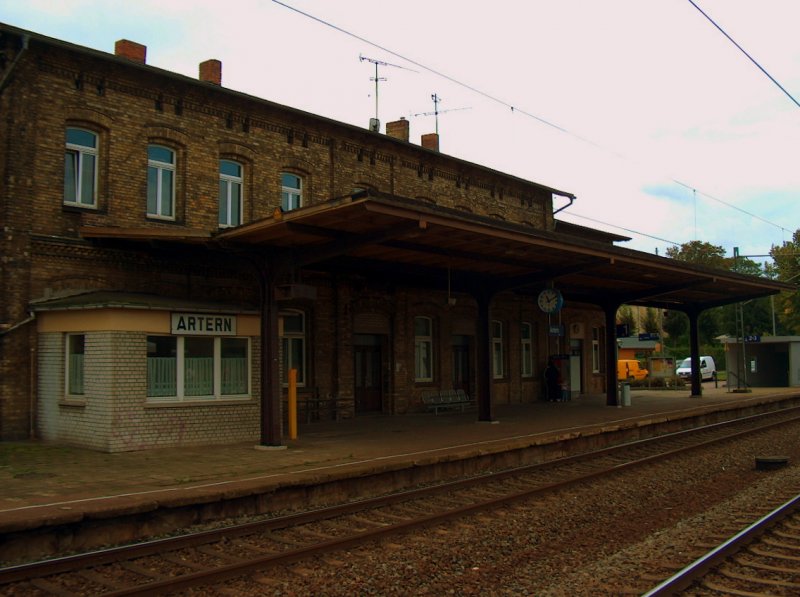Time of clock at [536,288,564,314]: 11:10
